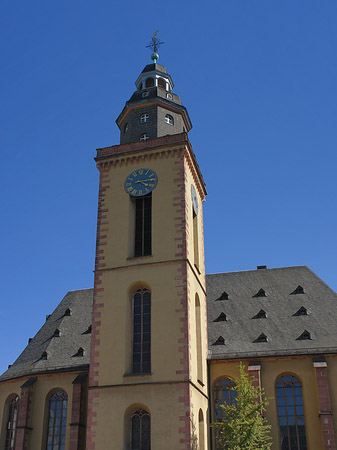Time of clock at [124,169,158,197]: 4:13
